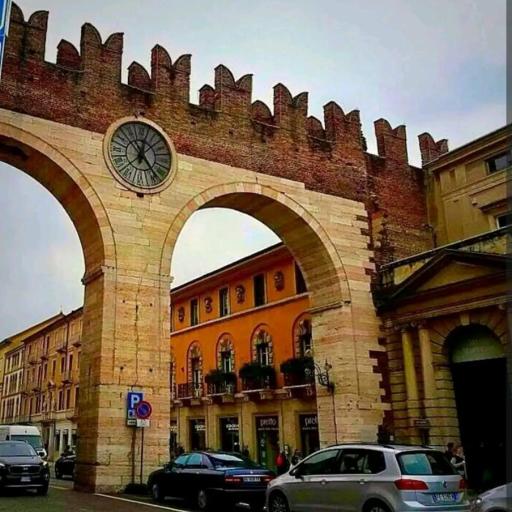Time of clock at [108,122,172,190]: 12:23
